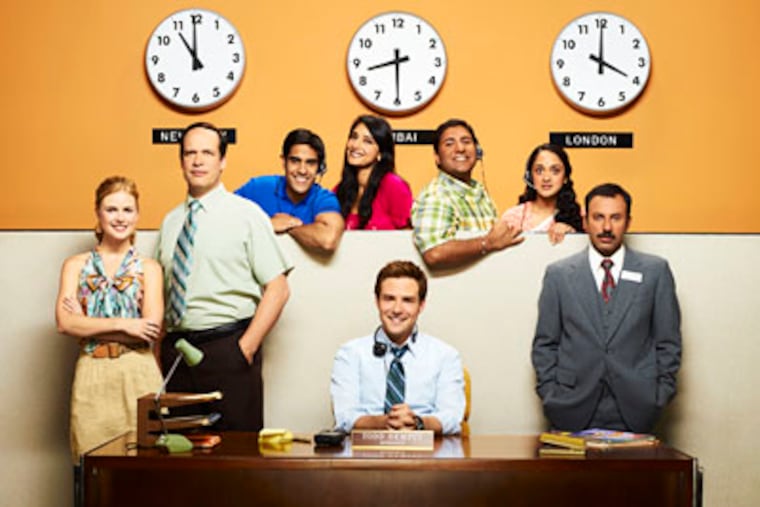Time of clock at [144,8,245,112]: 10:59
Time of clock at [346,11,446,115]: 8:29
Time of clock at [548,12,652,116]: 4:00
